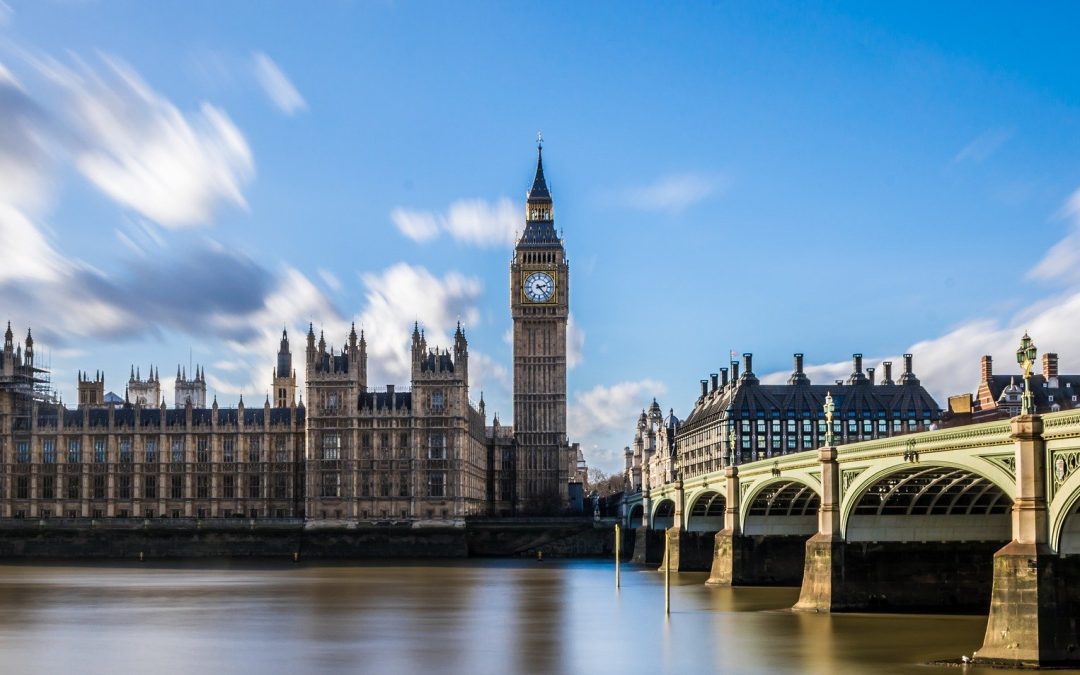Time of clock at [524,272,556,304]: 2:23
